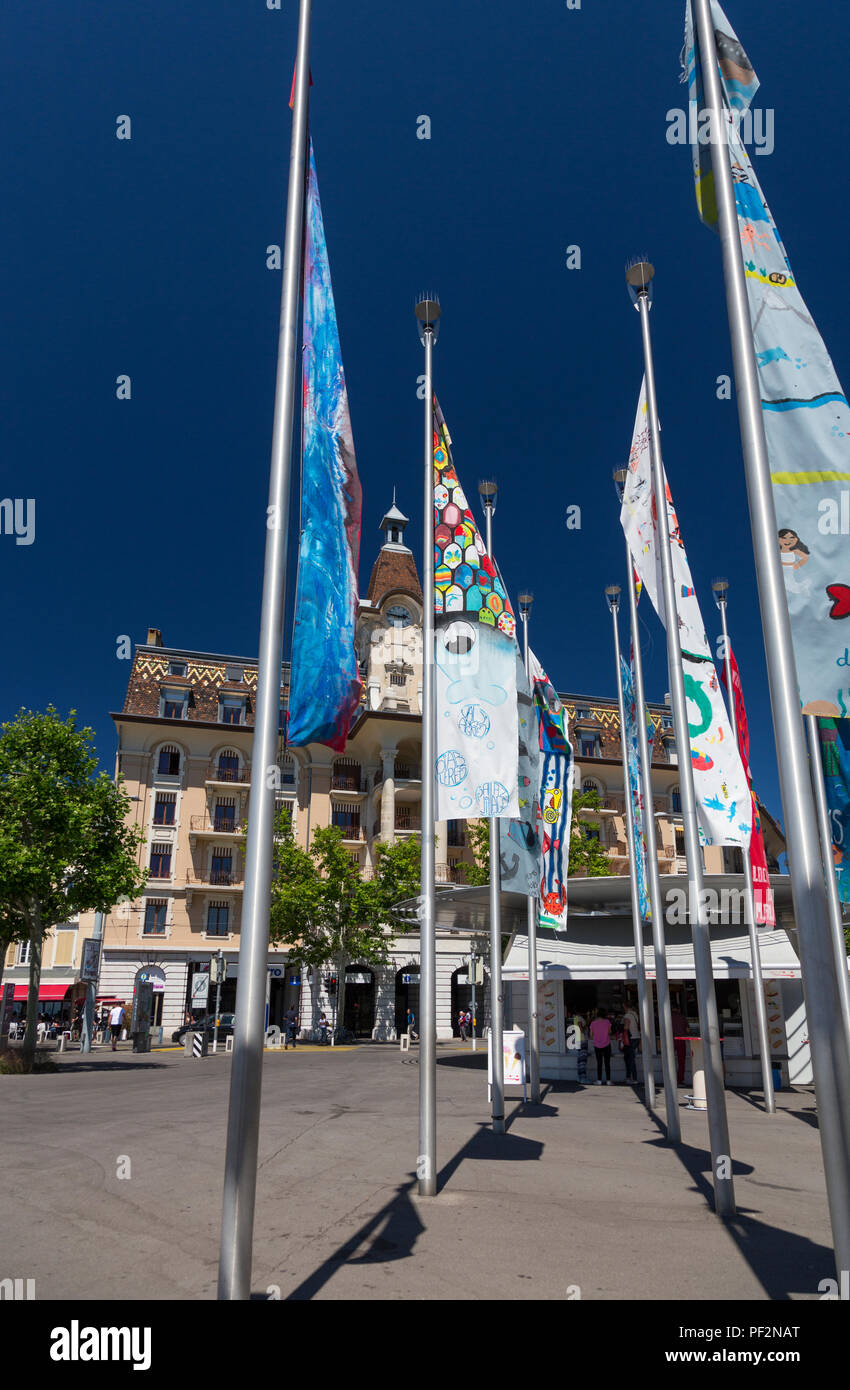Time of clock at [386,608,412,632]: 2:46
